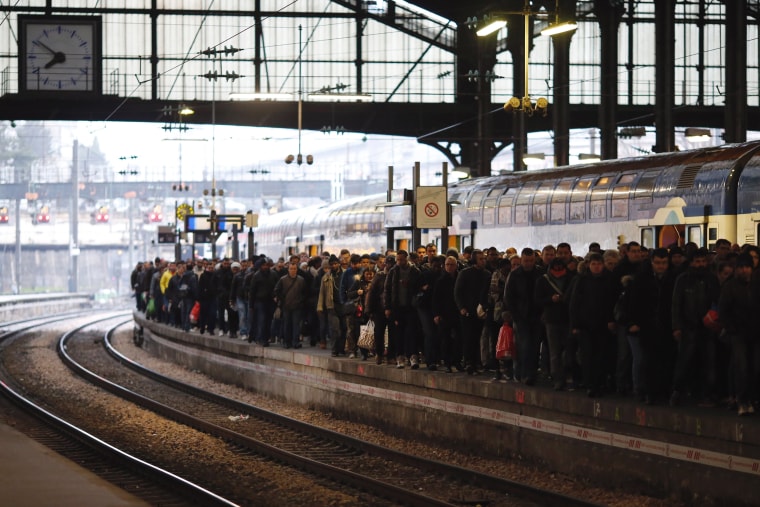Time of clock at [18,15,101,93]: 7:50
